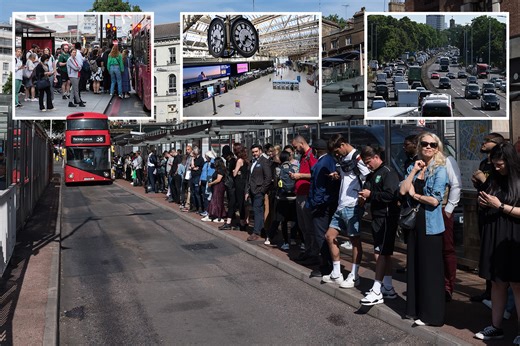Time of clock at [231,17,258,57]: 7:17
